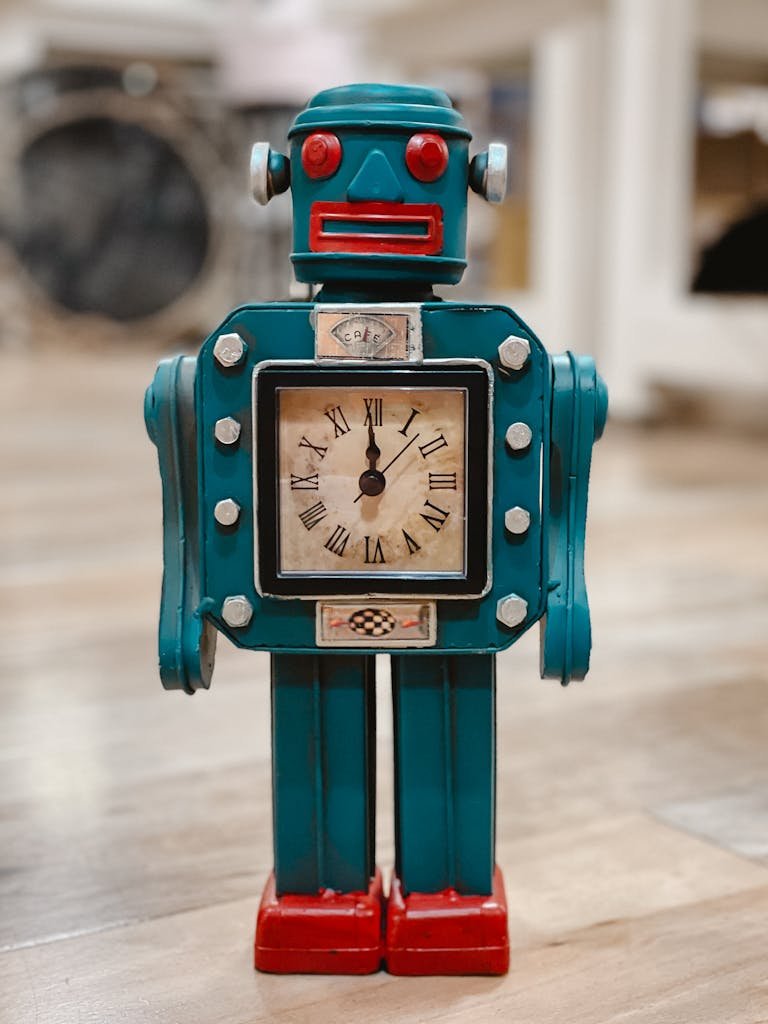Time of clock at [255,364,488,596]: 11:59
